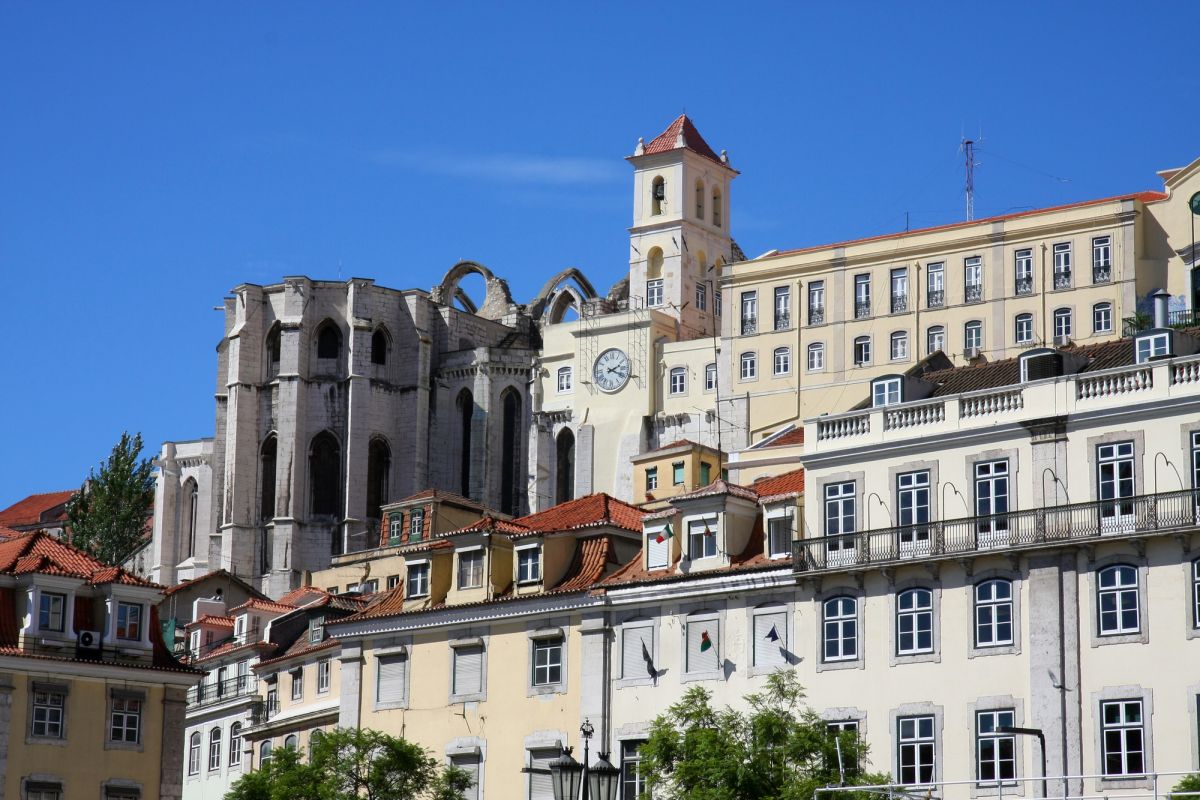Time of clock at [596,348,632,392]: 2:18
